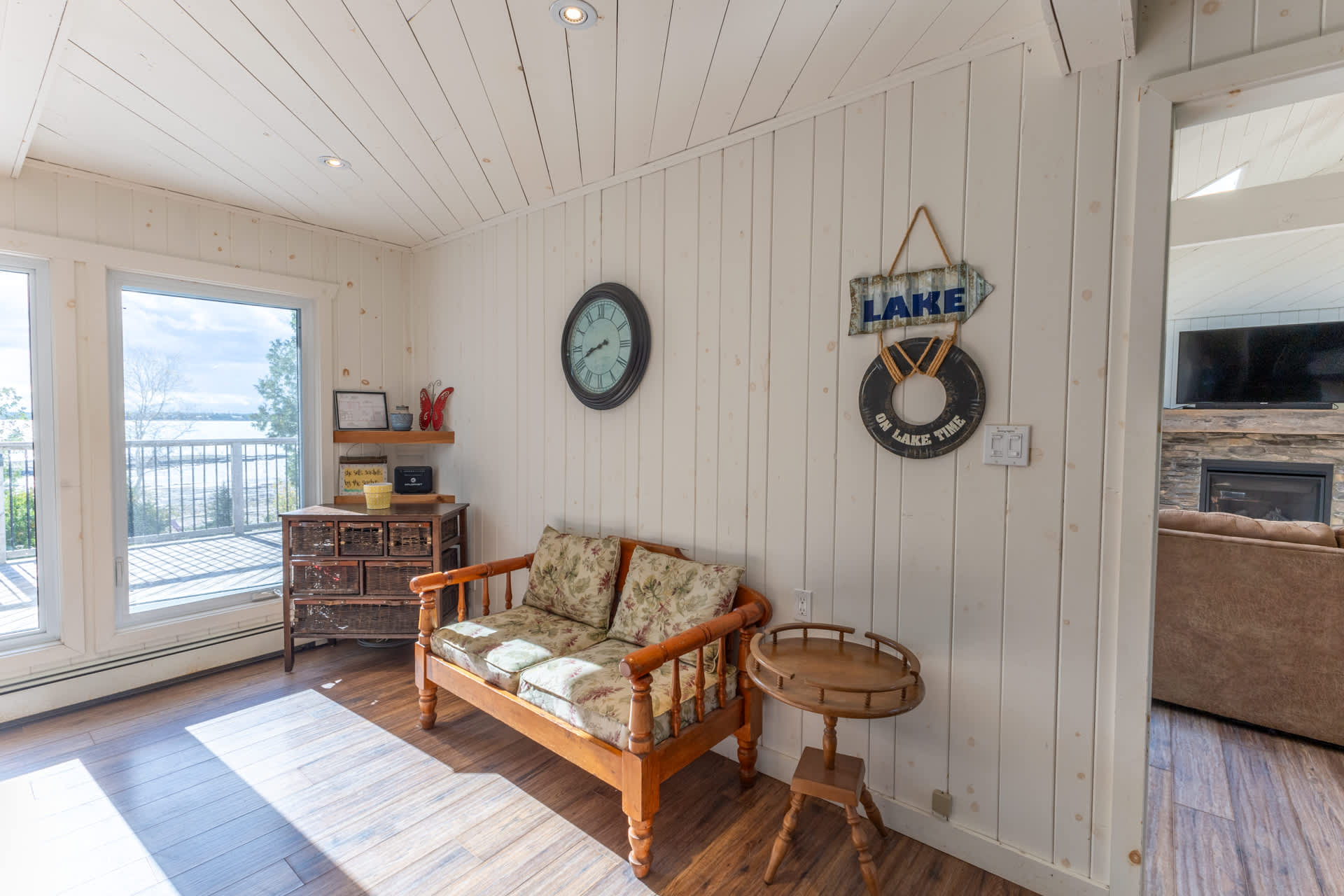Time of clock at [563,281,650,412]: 8:41
